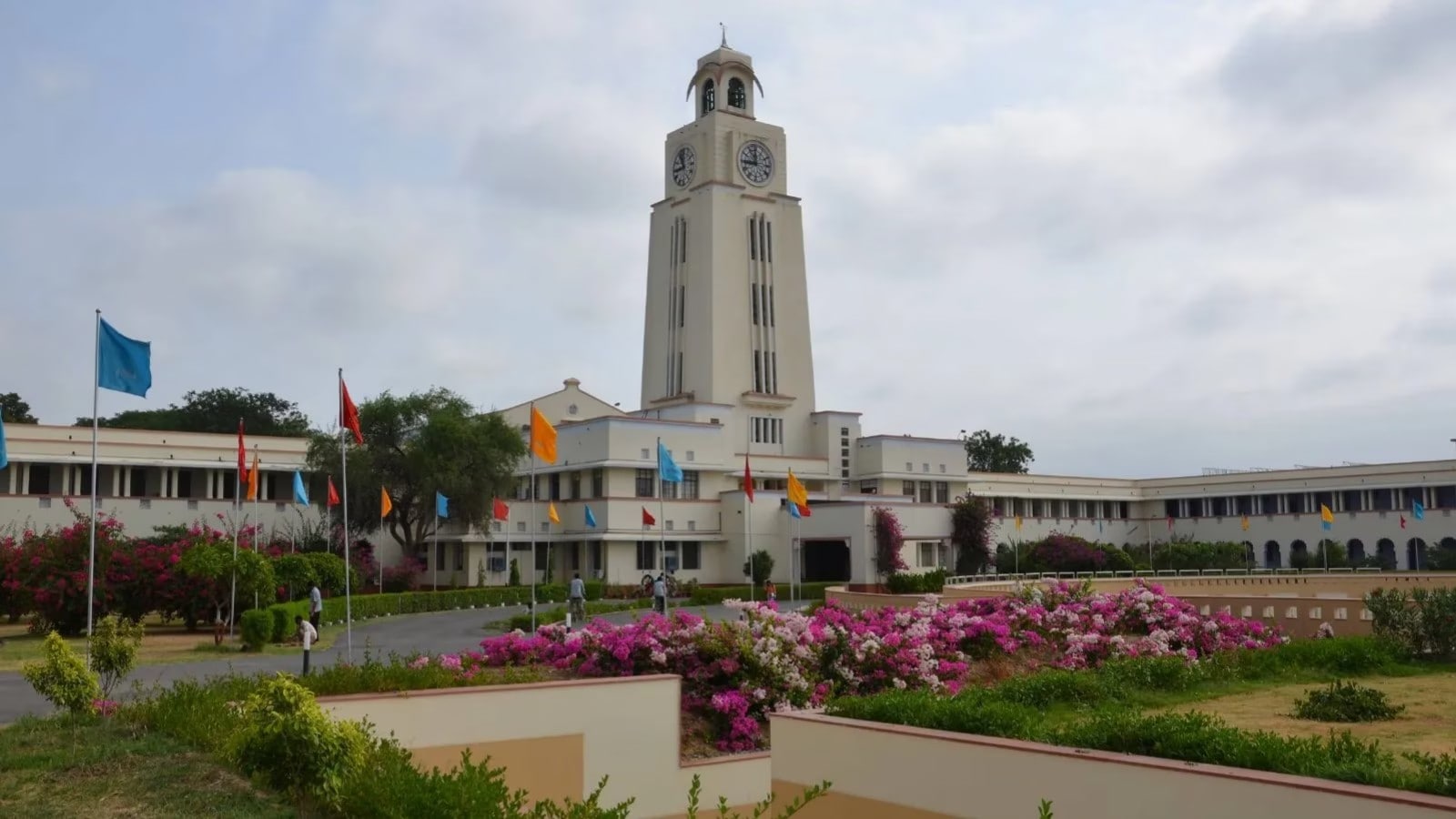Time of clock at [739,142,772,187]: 11:44
